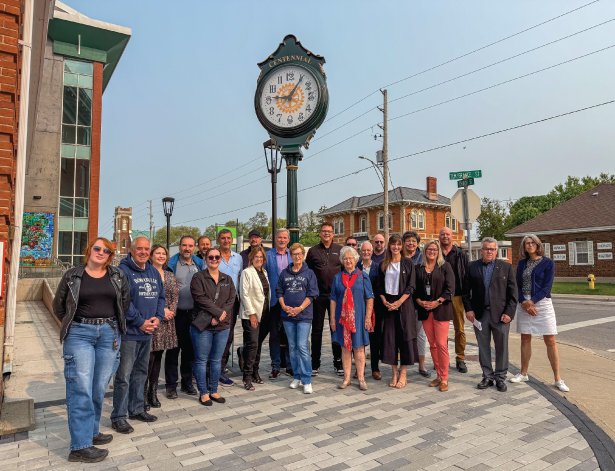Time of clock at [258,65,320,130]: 9:05
